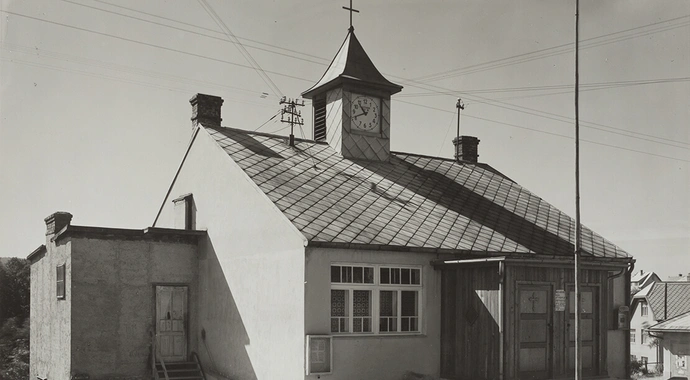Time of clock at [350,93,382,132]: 10:41
